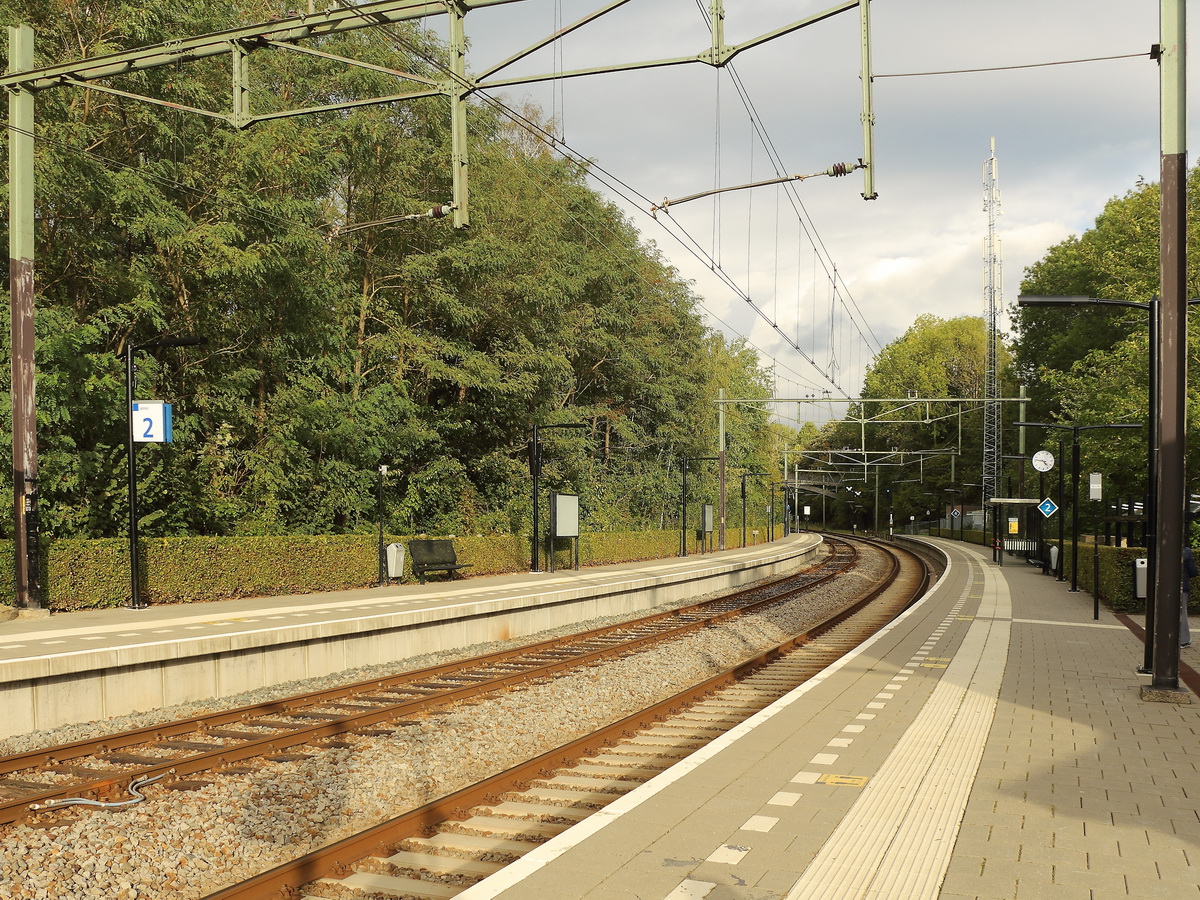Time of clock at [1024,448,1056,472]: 4:46
